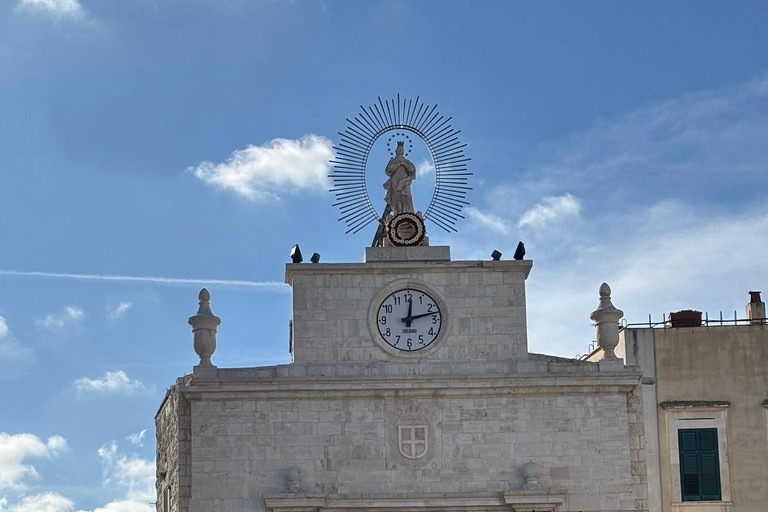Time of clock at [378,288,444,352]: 12:12
